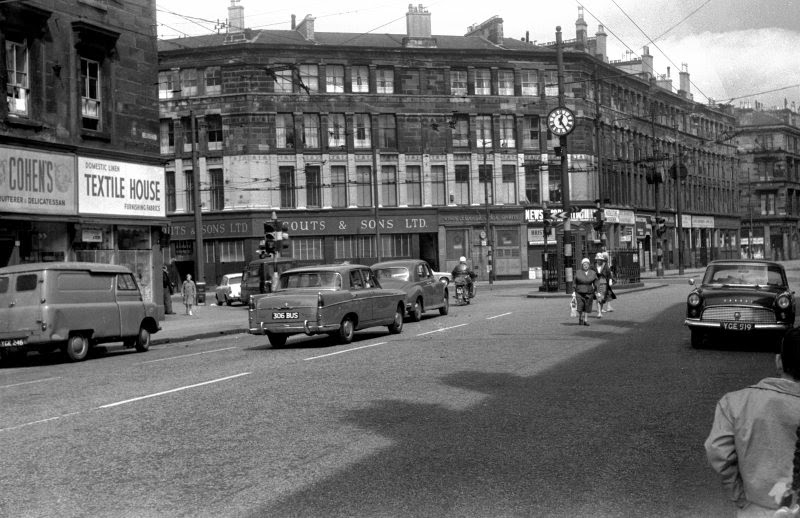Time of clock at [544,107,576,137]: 12:24
